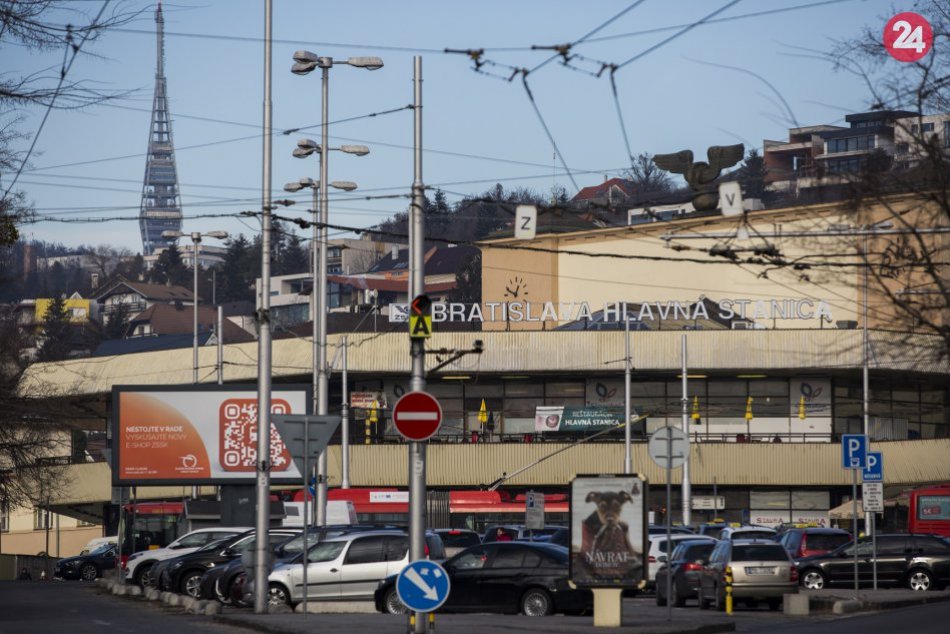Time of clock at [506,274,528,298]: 12:49
